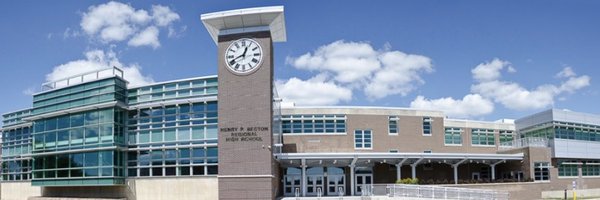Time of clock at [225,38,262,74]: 12:41
